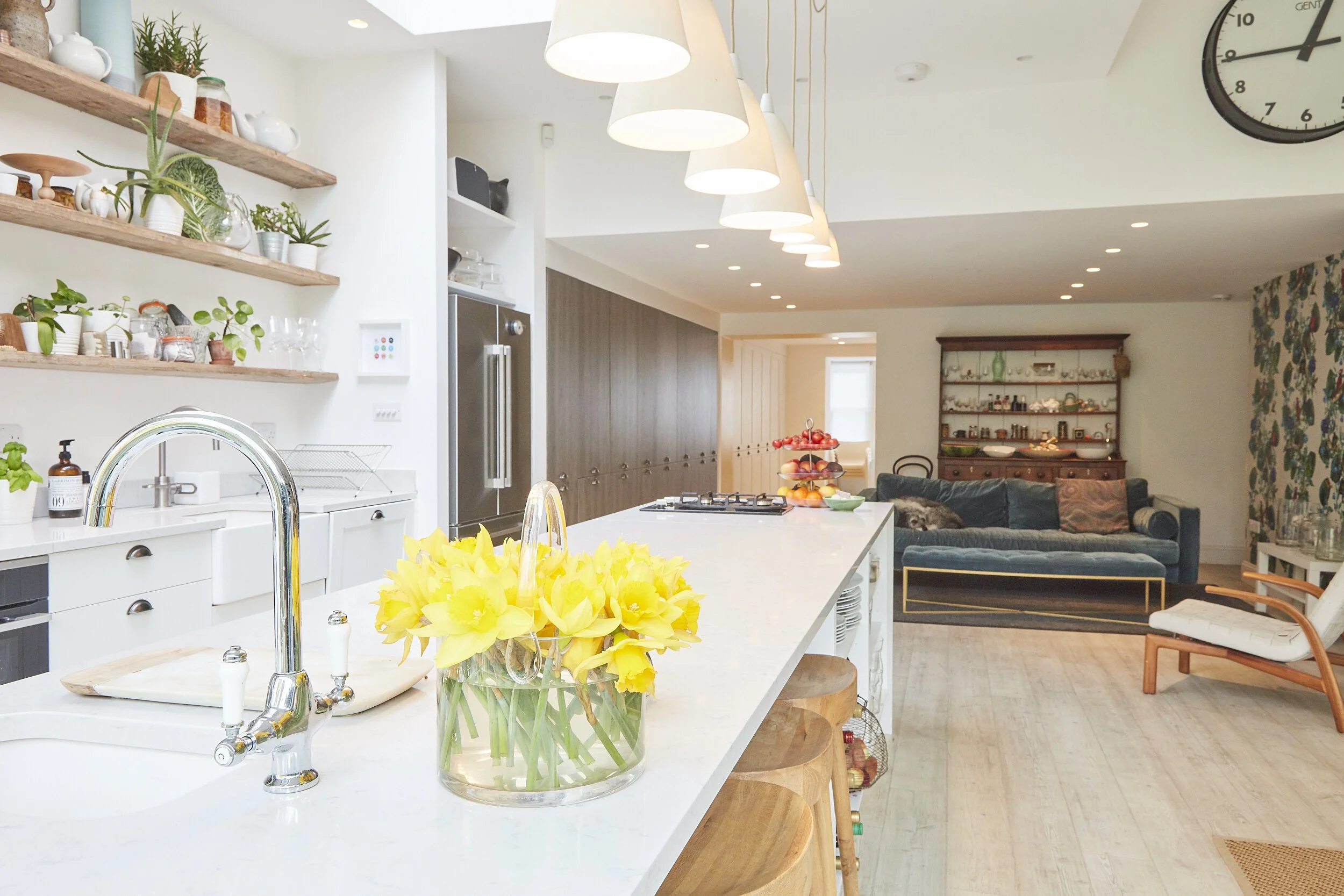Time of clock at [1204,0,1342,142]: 12:44
